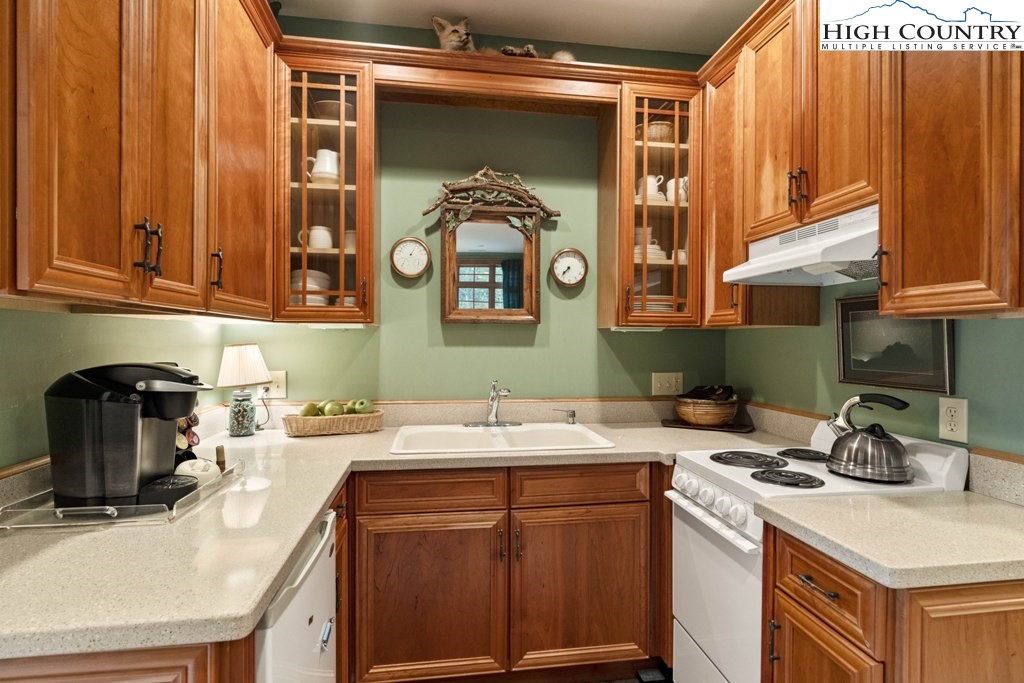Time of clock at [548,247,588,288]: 7:37
